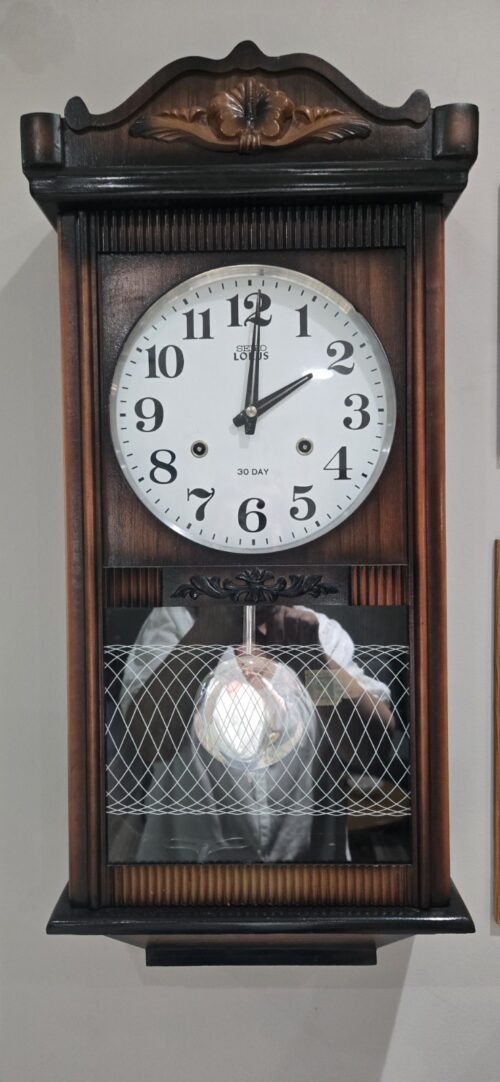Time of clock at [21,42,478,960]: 2:01
